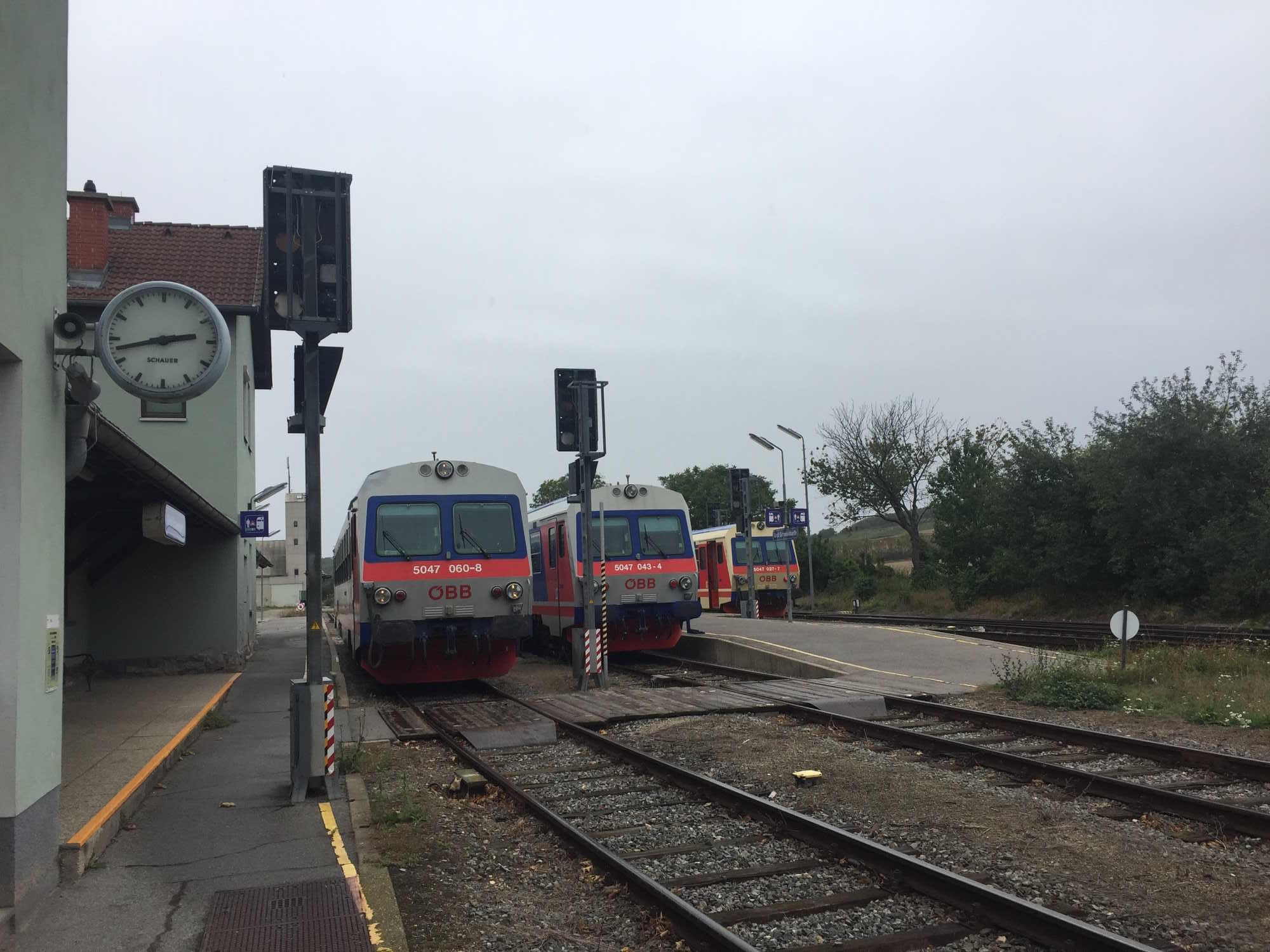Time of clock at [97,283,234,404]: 2:42
